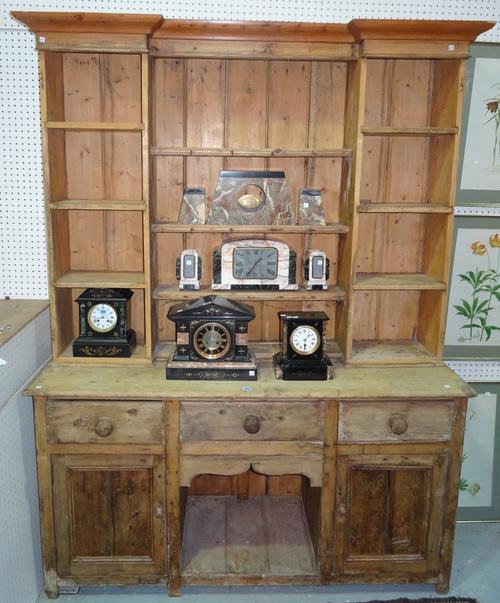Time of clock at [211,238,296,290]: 1:35
